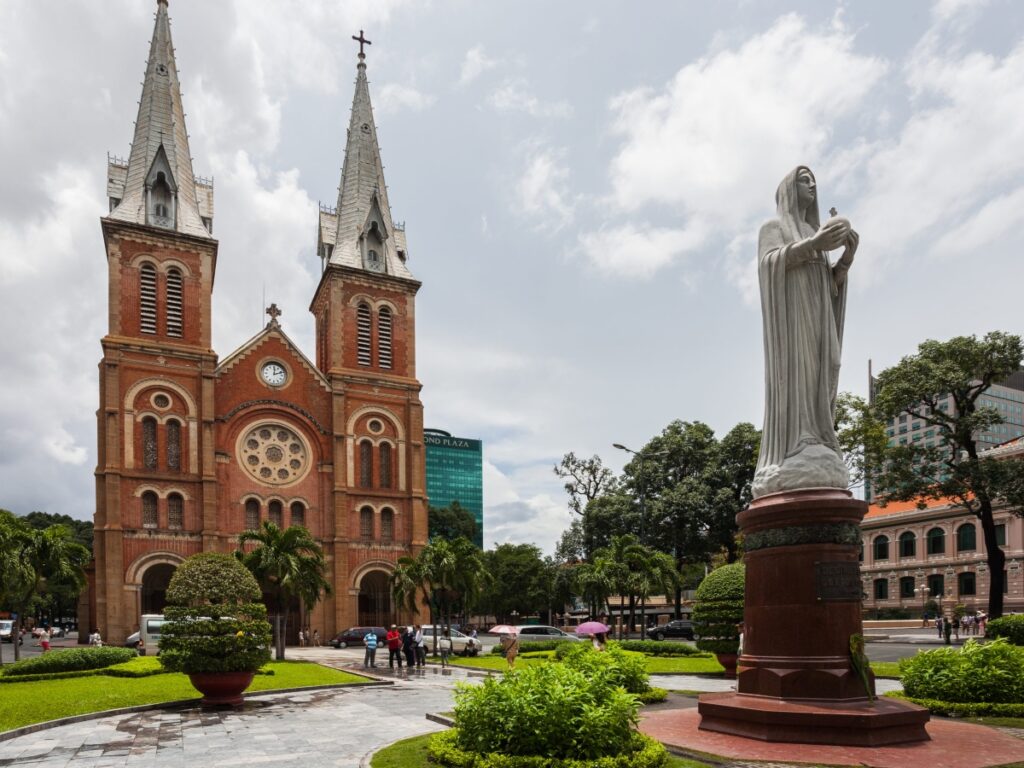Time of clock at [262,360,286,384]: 12:11
